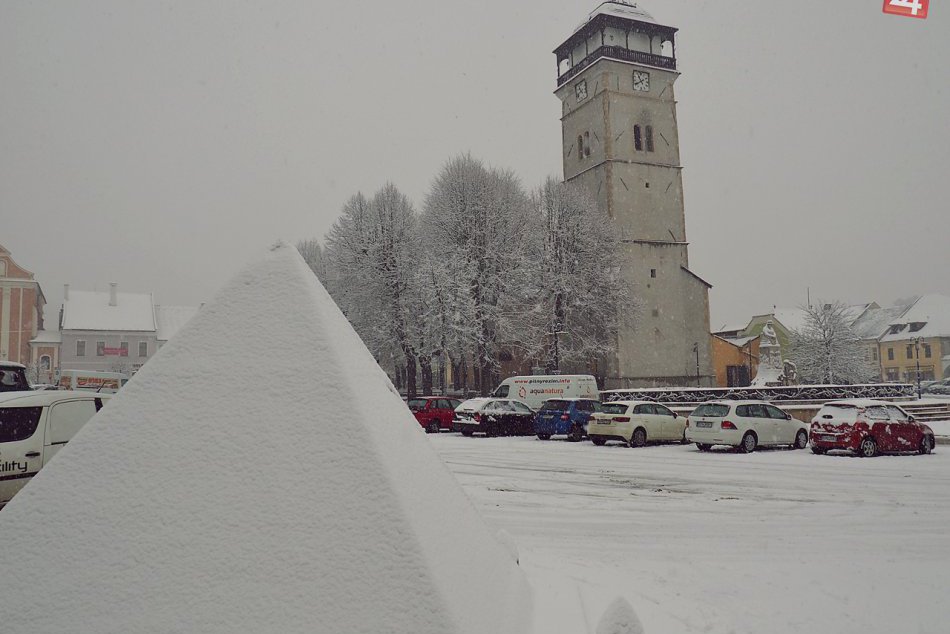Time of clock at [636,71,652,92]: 10:40
